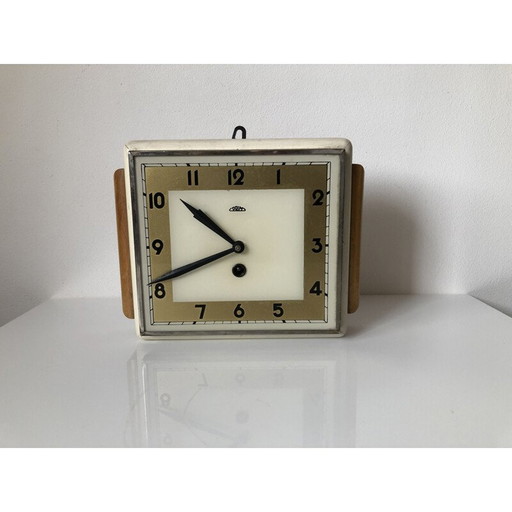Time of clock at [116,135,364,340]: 10:41
